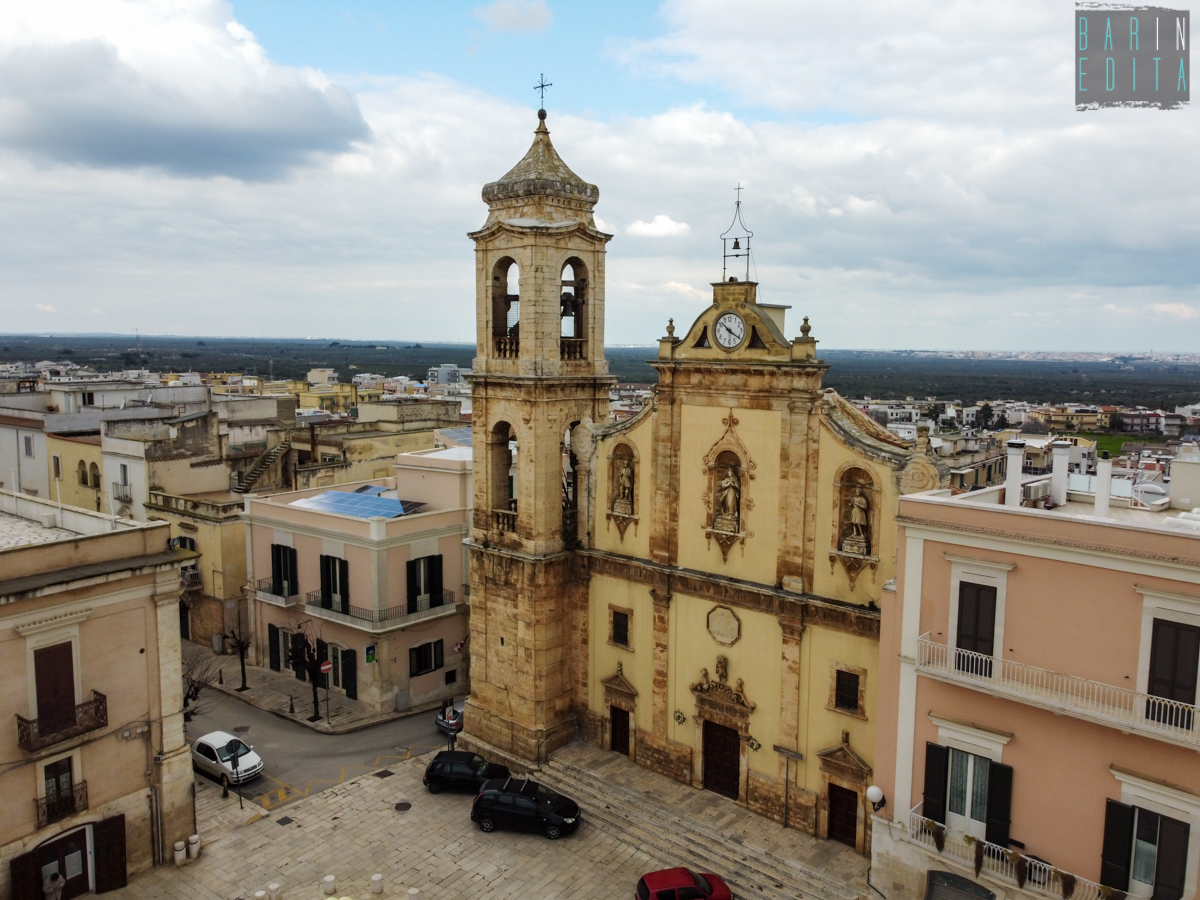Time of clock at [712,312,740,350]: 10:20
